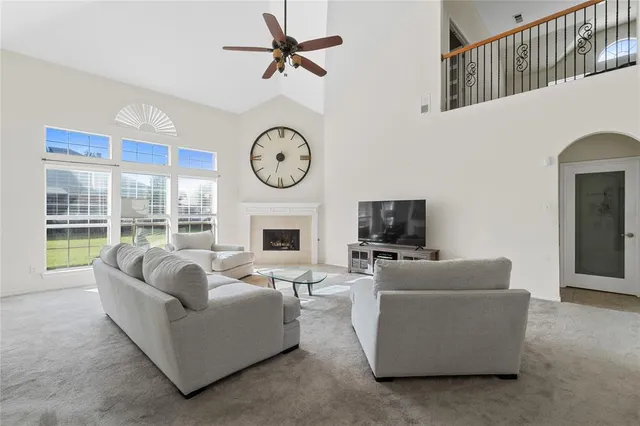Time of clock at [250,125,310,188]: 6:32
